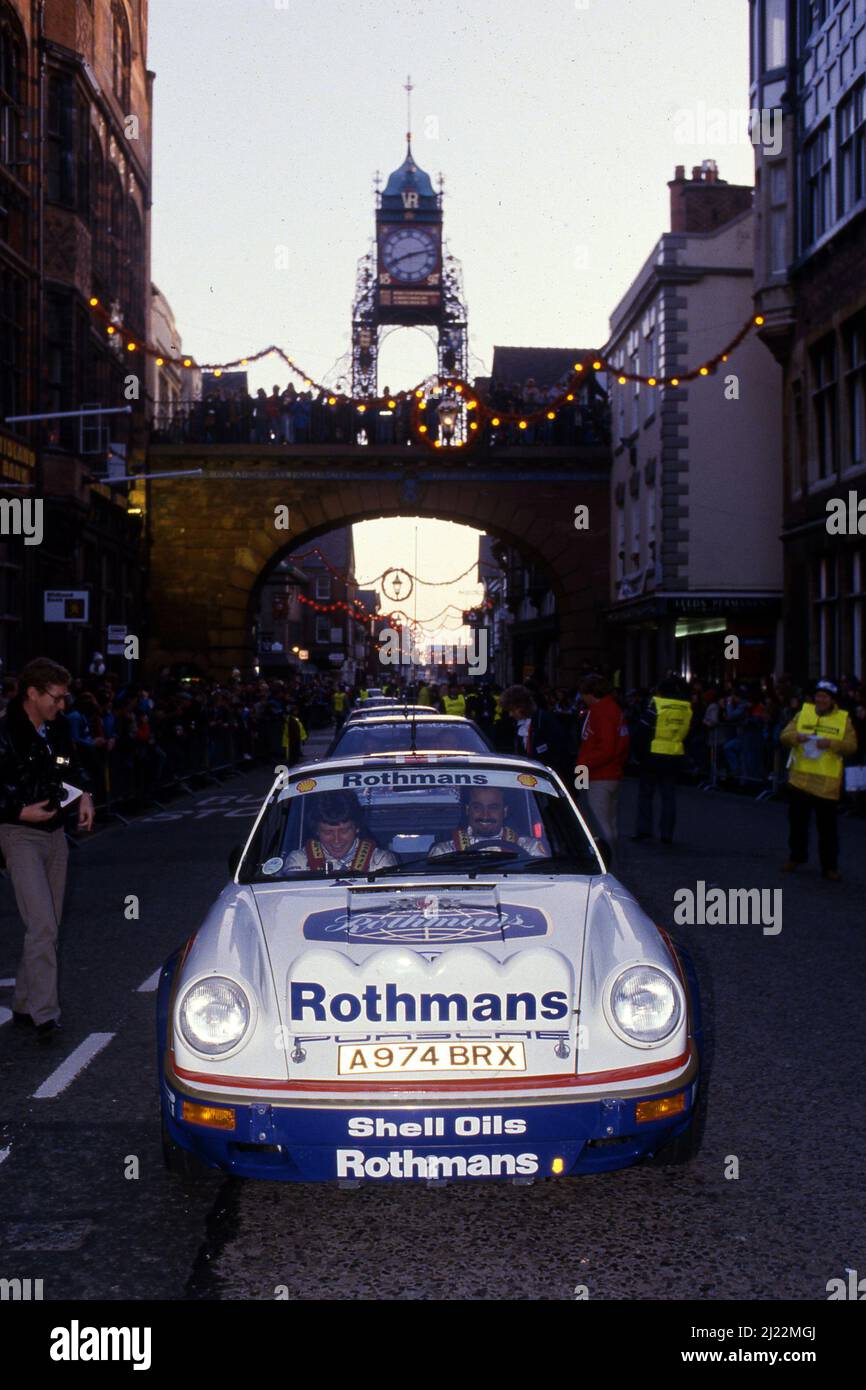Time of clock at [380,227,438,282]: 8:12
